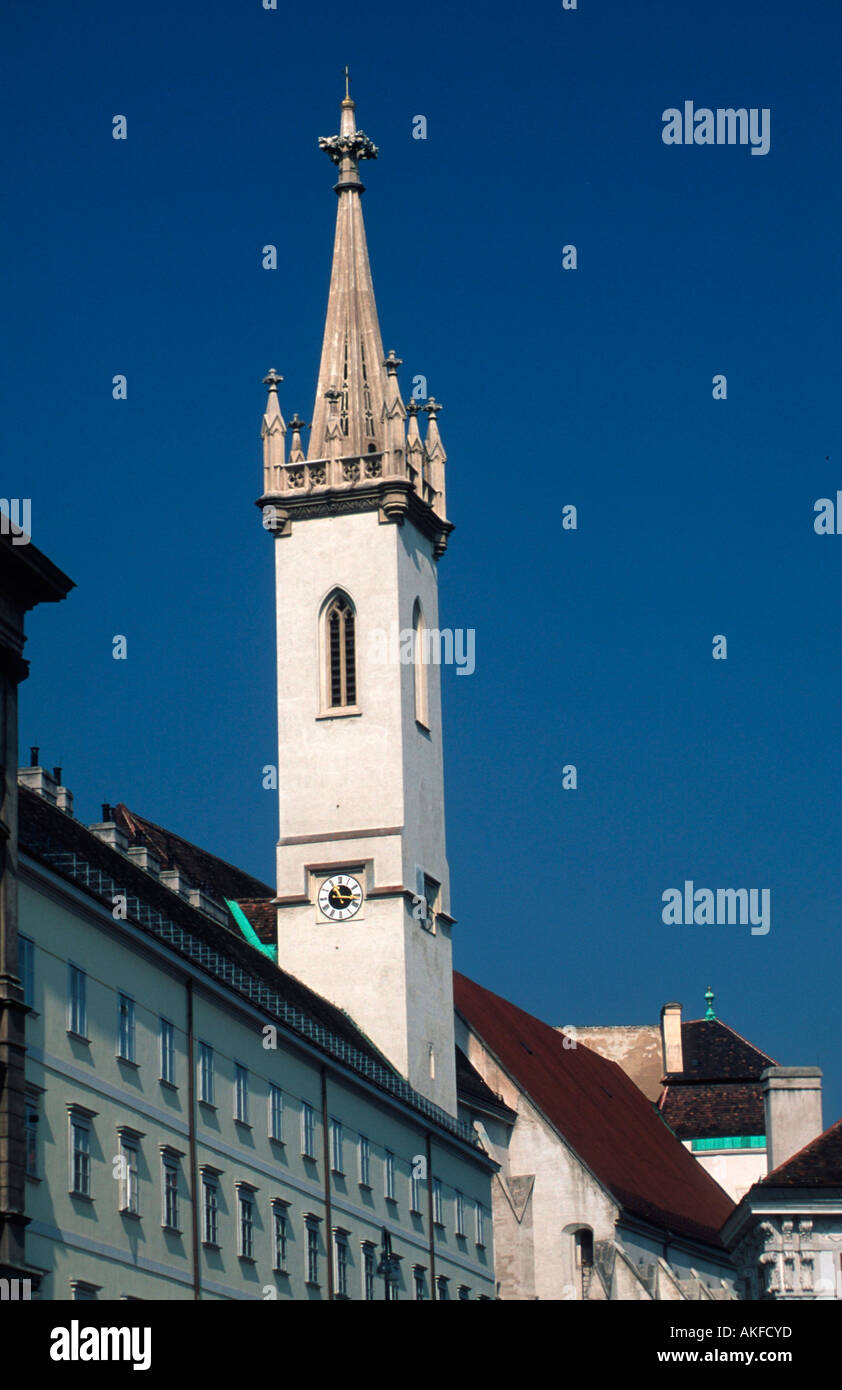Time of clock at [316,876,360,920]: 11:16
